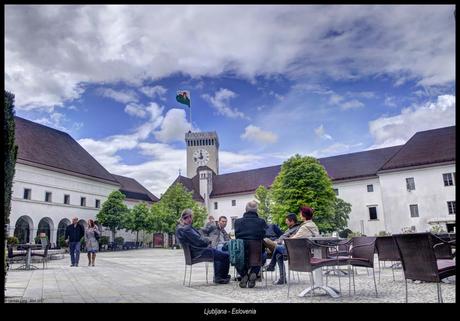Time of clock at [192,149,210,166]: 11:42
